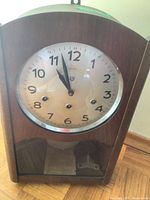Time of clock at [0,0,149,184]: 10:57
